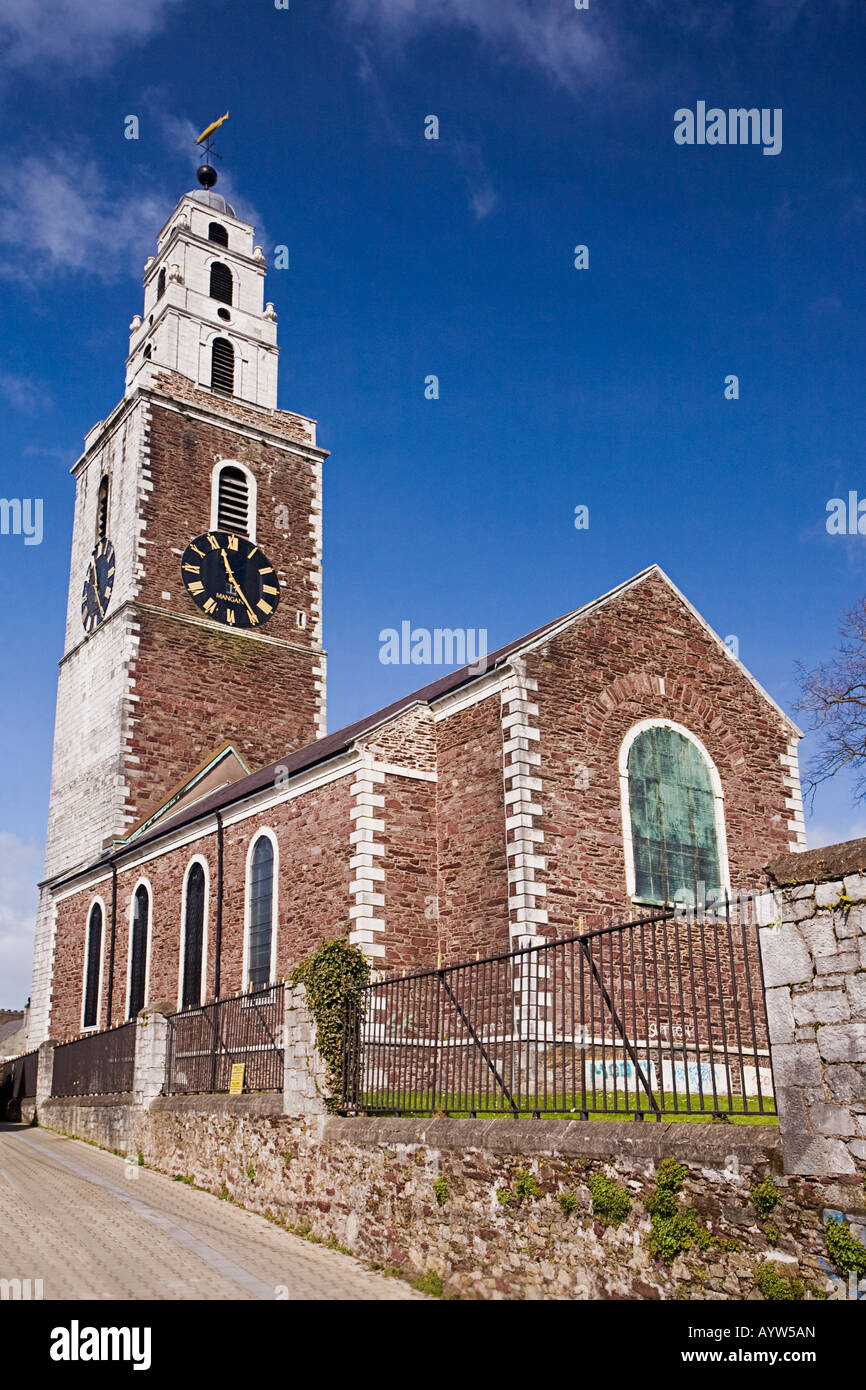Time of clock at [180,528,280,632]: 11:24
